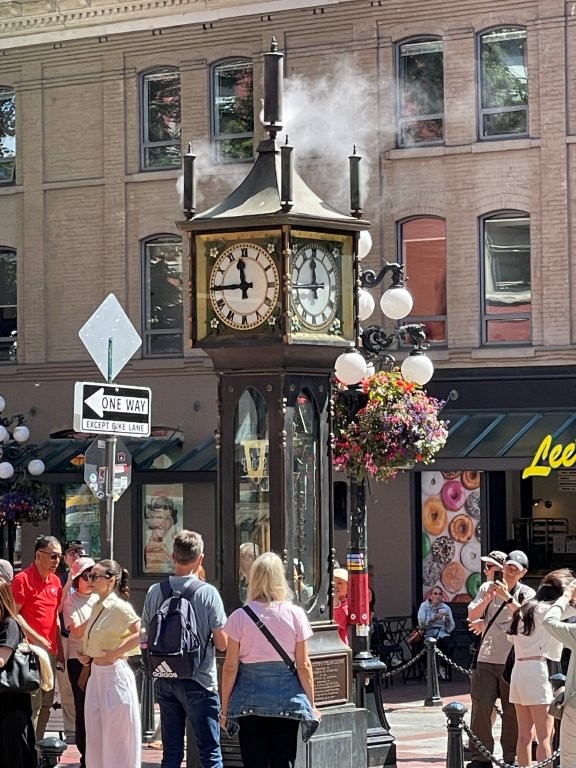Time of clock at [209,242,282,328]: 11:44
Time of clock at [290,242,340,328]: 11:44
